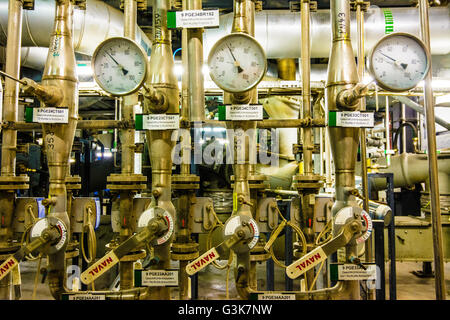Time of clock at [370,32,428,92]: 4:49
